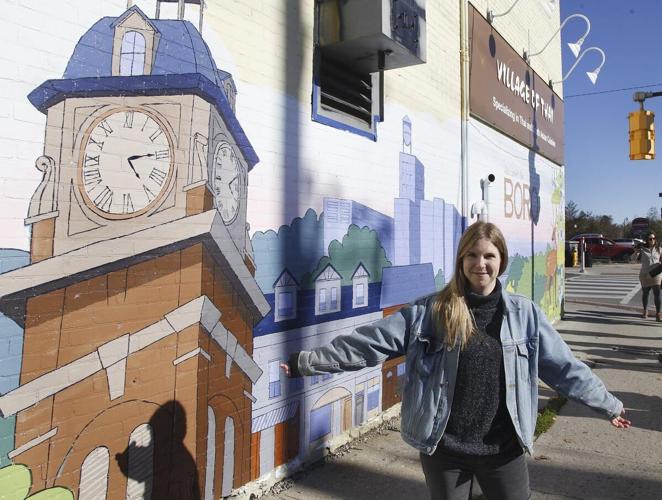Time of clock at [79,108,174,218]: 5:14
